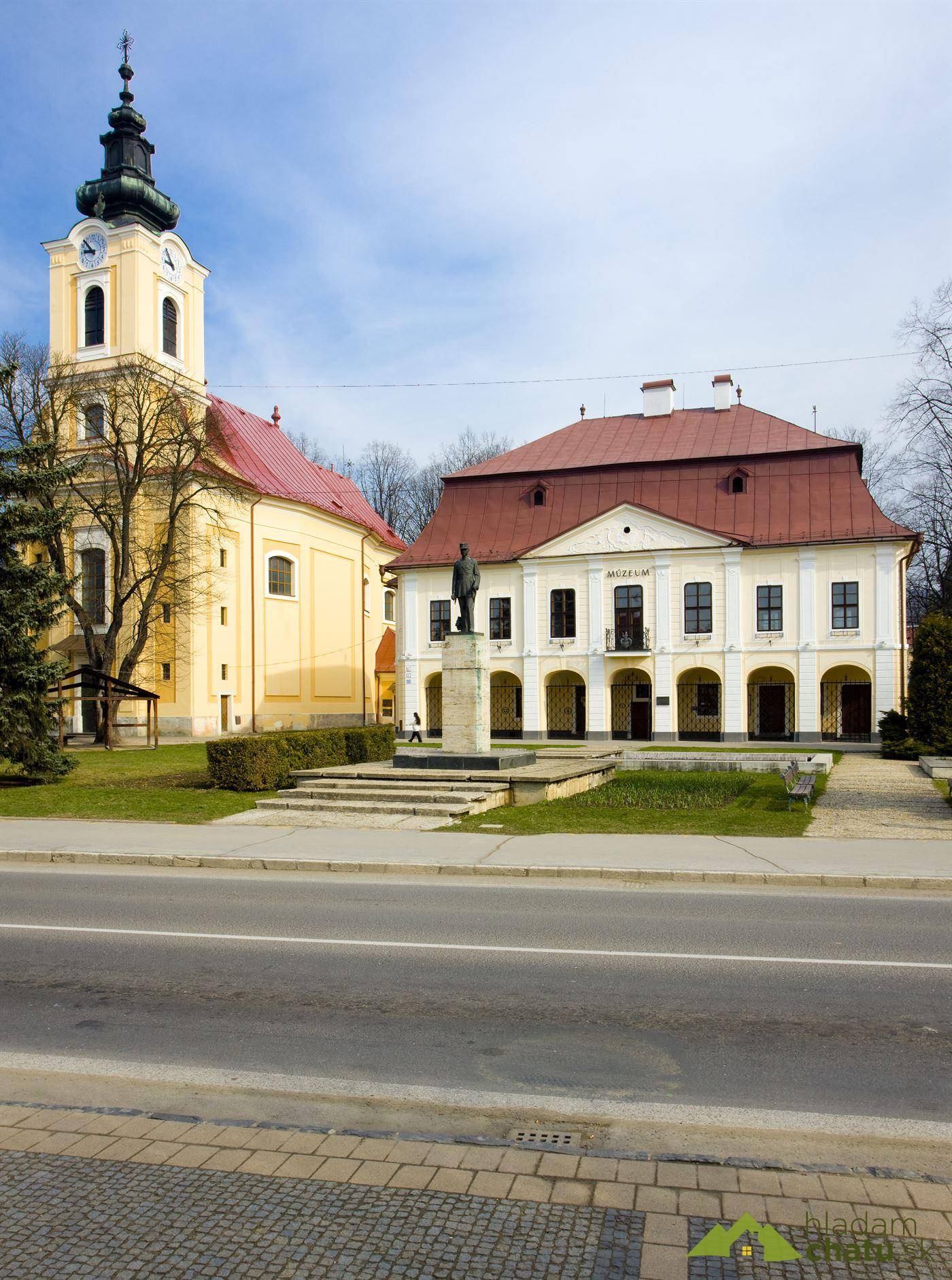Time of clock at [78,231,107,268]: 8:52
